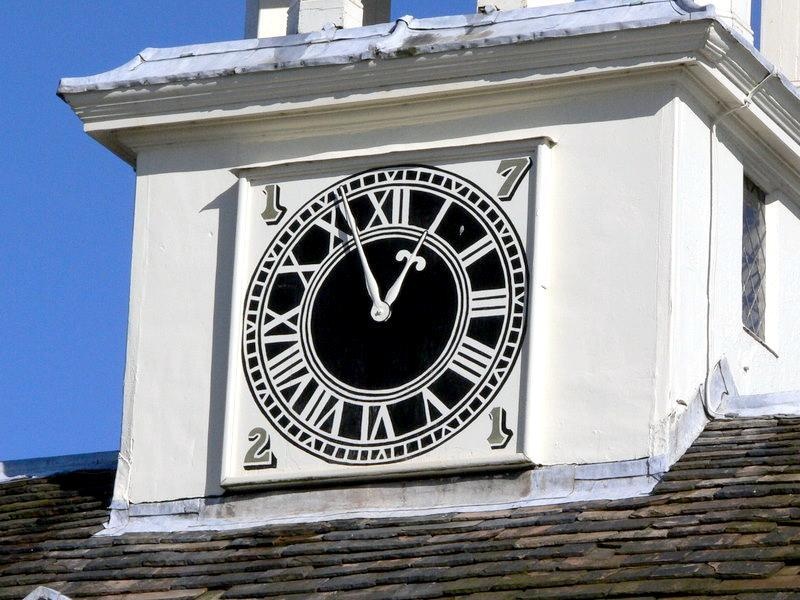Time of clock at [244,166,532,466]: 12:56
